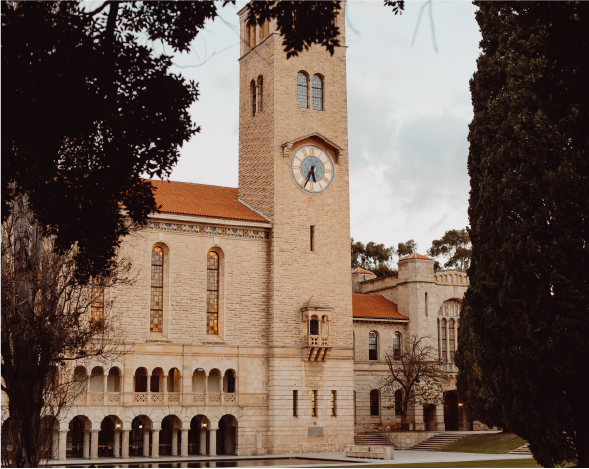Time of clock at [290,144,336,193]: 5:34
